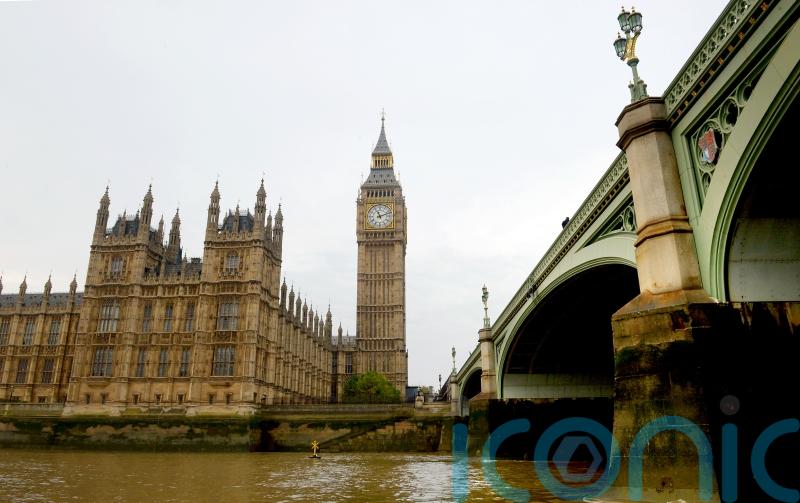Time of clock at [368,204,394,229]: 11:11
